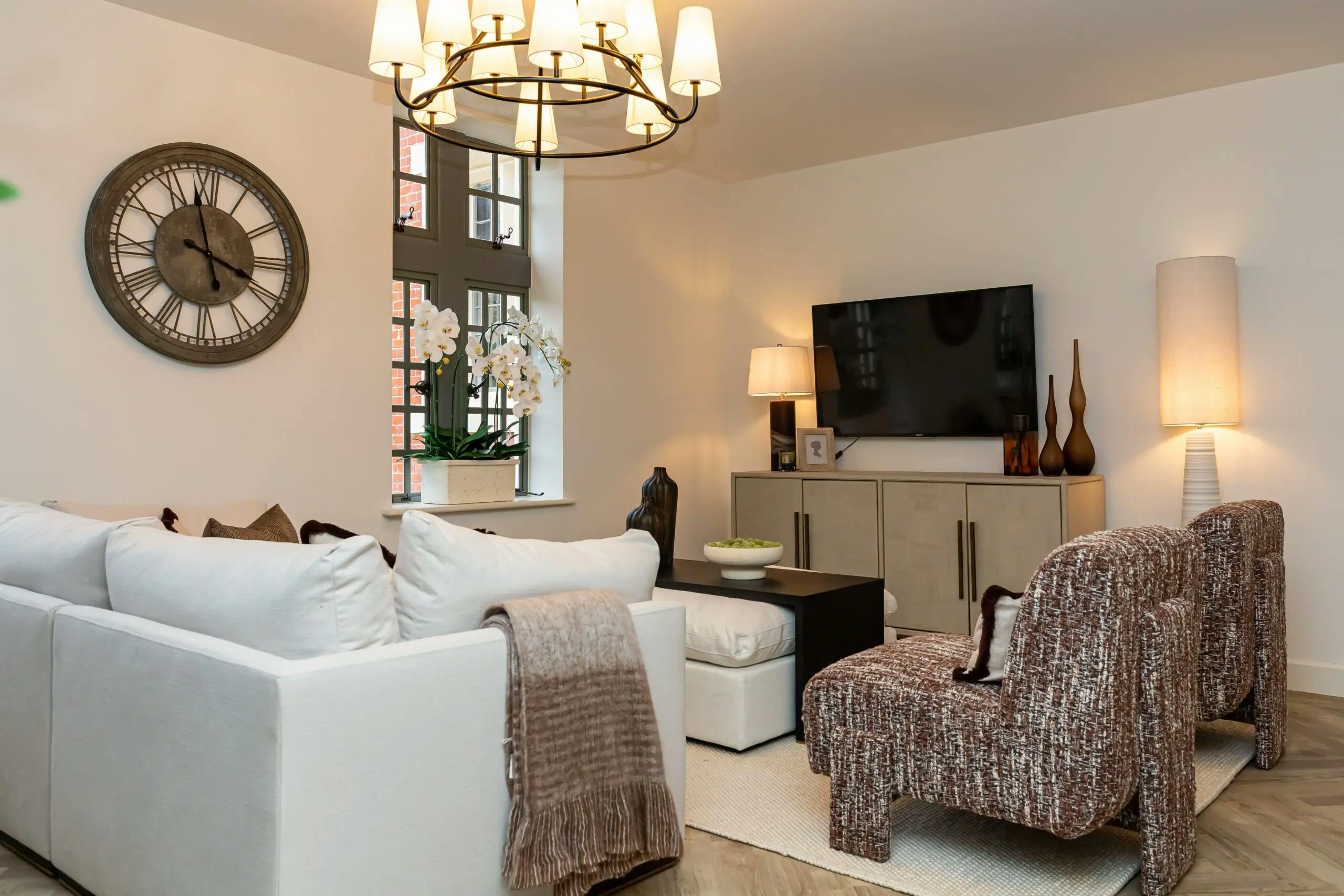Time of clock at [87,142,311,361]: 3:58
